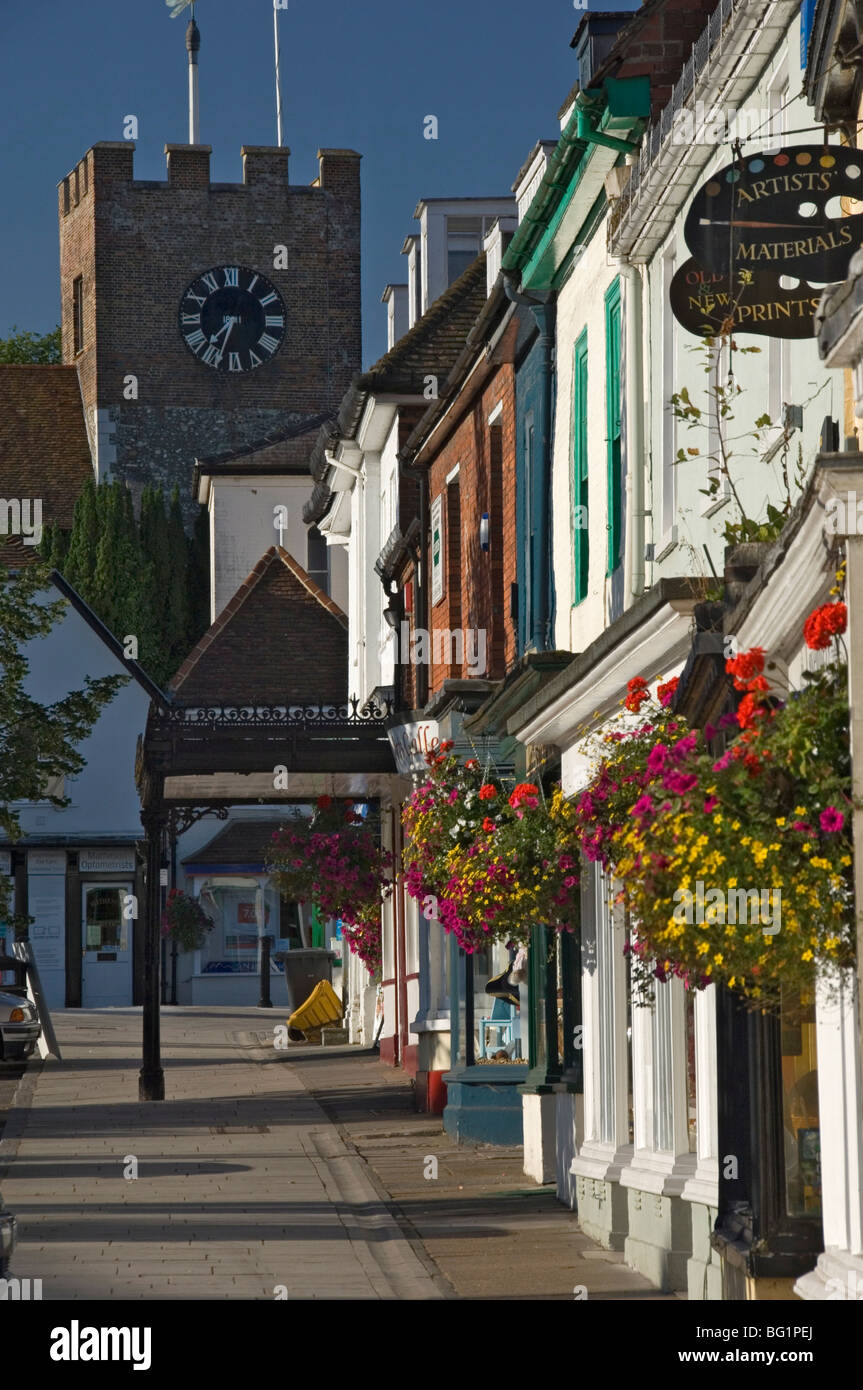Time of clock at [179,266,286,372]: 7:33
